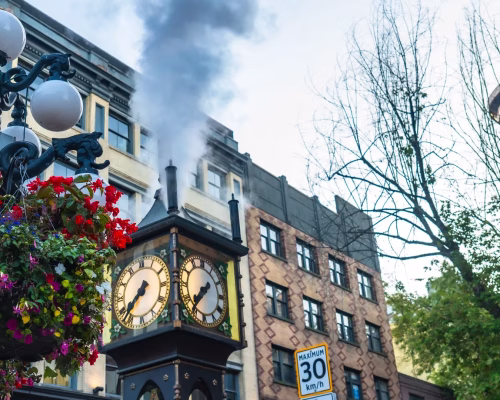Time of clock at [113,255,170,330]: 7:37
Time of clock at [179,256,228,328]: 7:36
